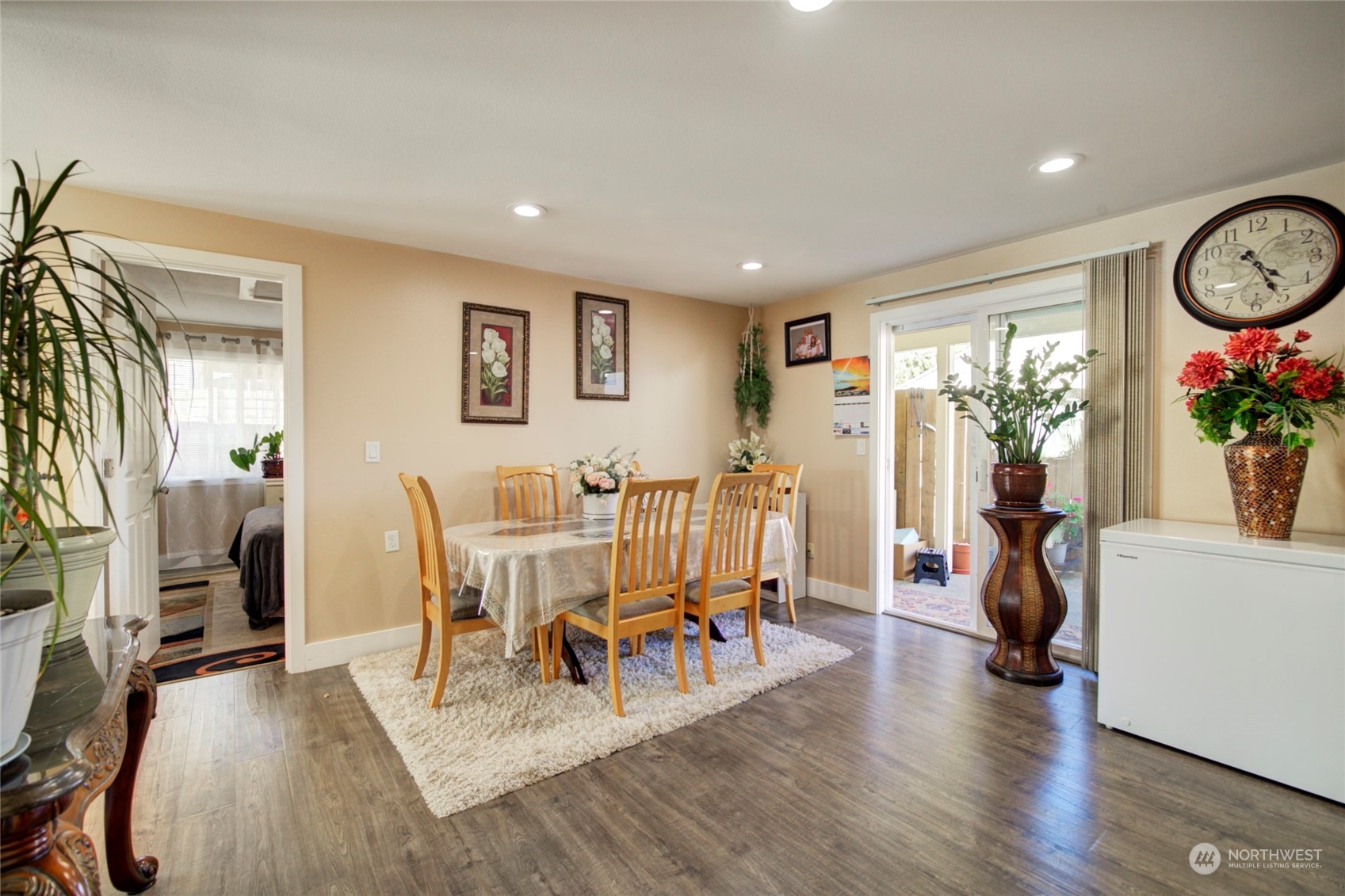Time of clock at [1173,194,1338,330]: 4:25
